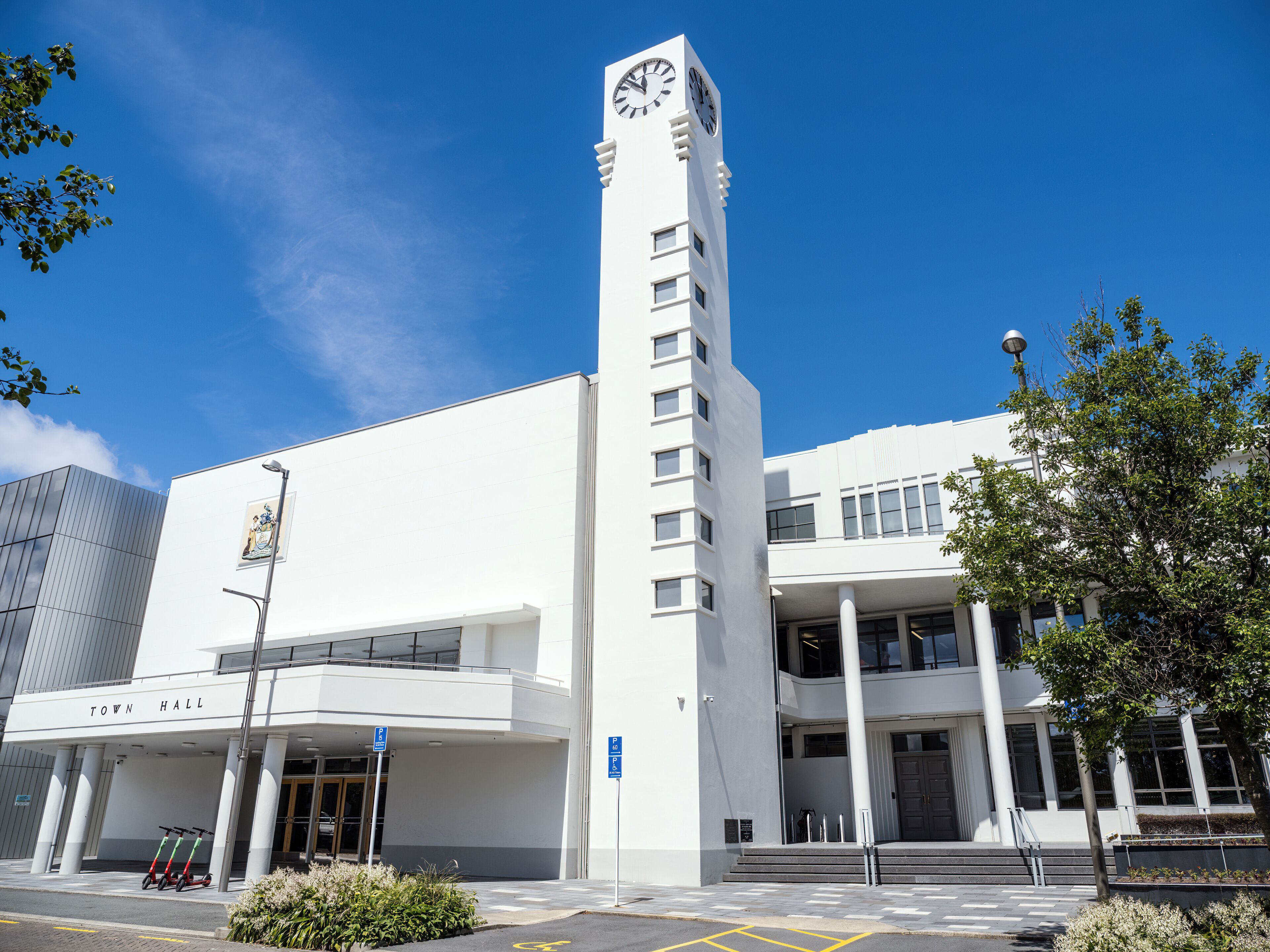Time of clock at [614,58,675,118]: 11:52
